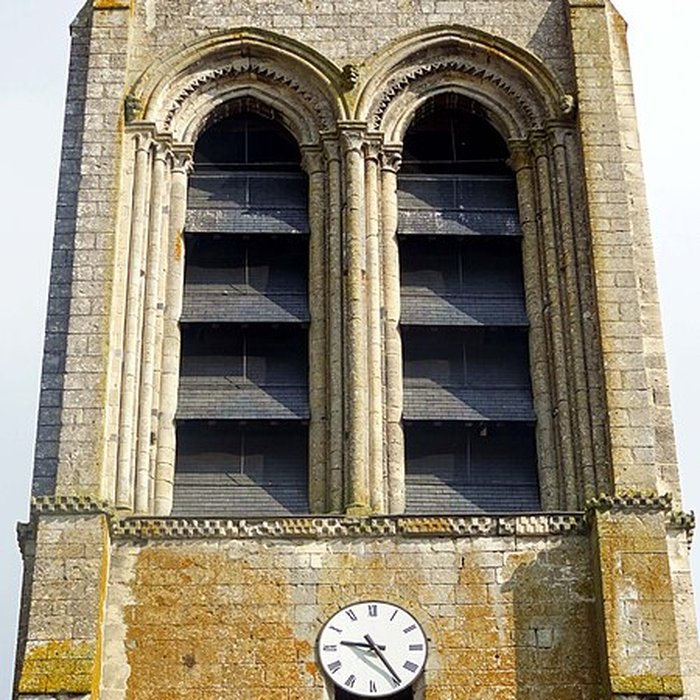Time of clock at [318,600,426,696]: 9:24
